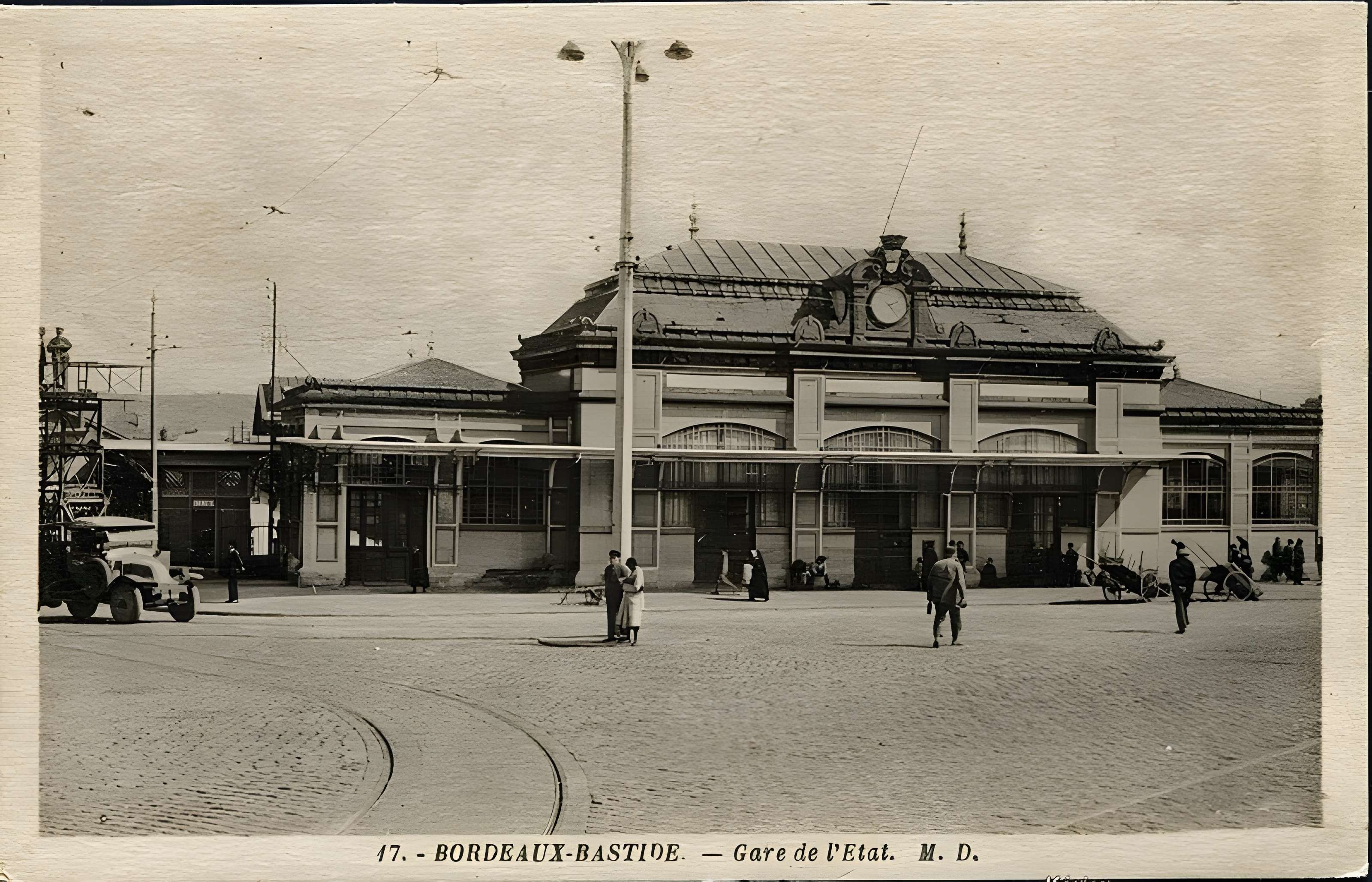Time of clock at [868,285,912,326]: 2:23
